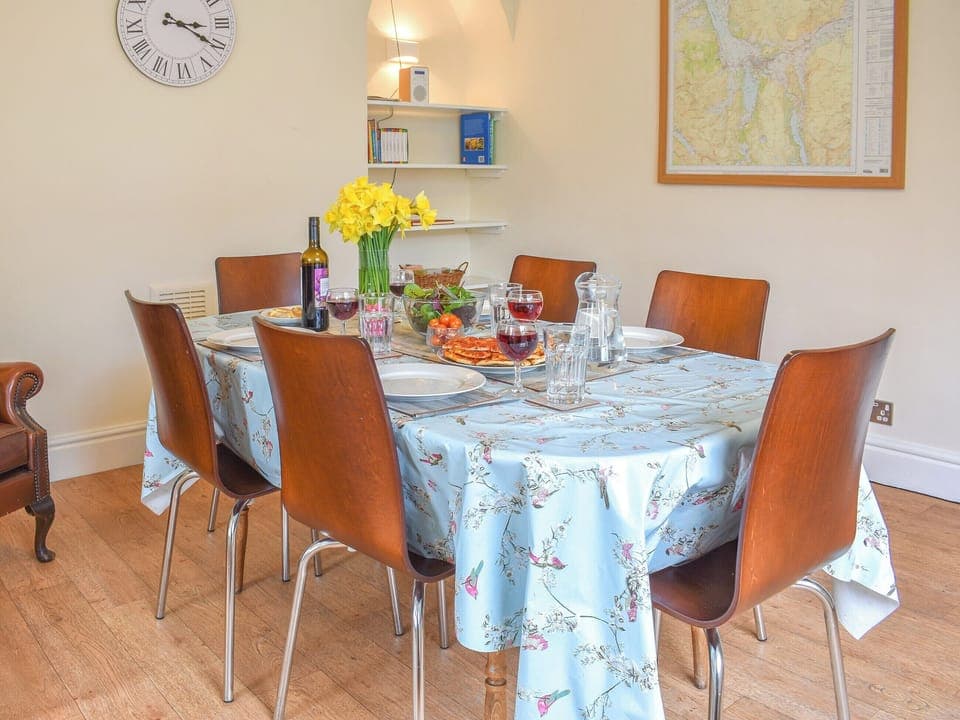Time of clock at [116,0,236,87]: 3:20
